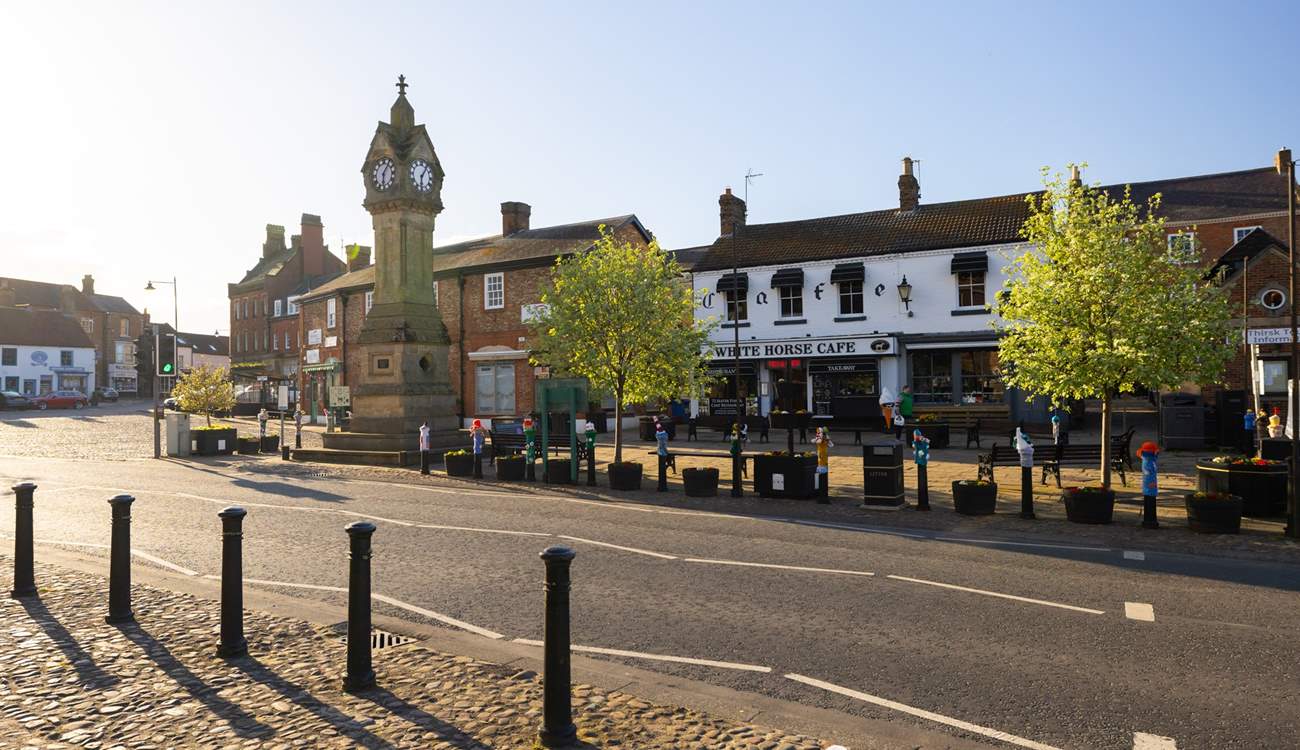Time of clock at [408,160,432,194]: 6:06
